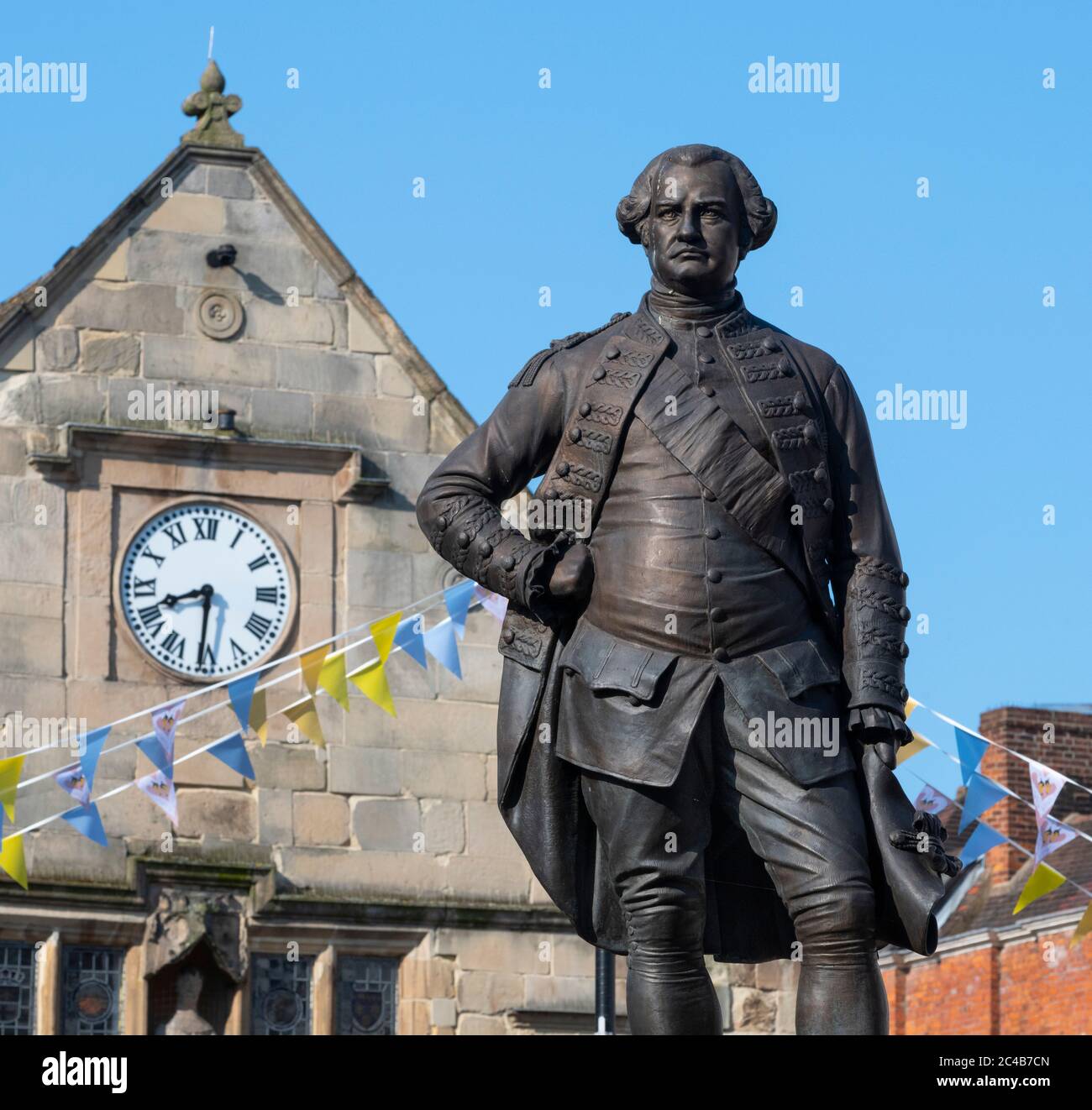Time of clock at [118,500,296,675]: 8:31
